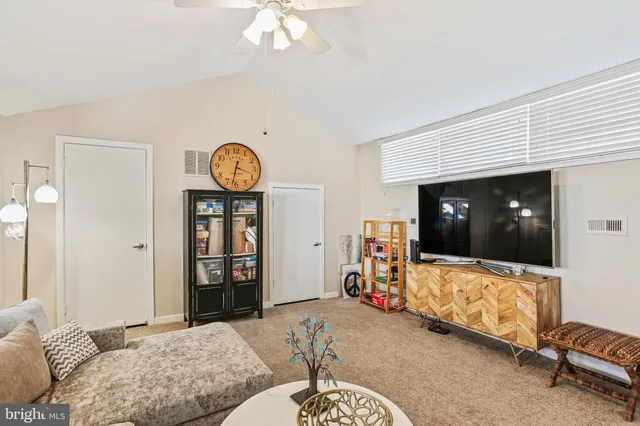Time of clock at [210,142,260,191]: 3:32
